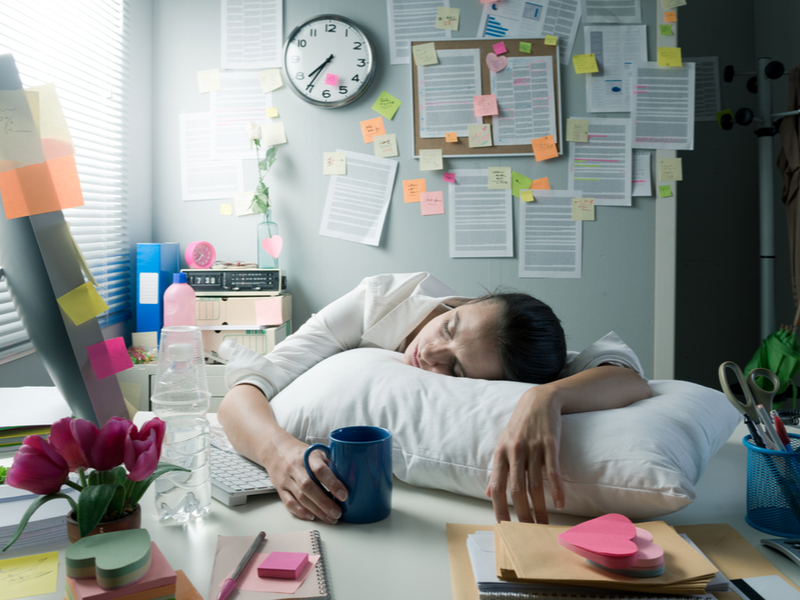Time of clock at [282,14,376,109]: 7:35
